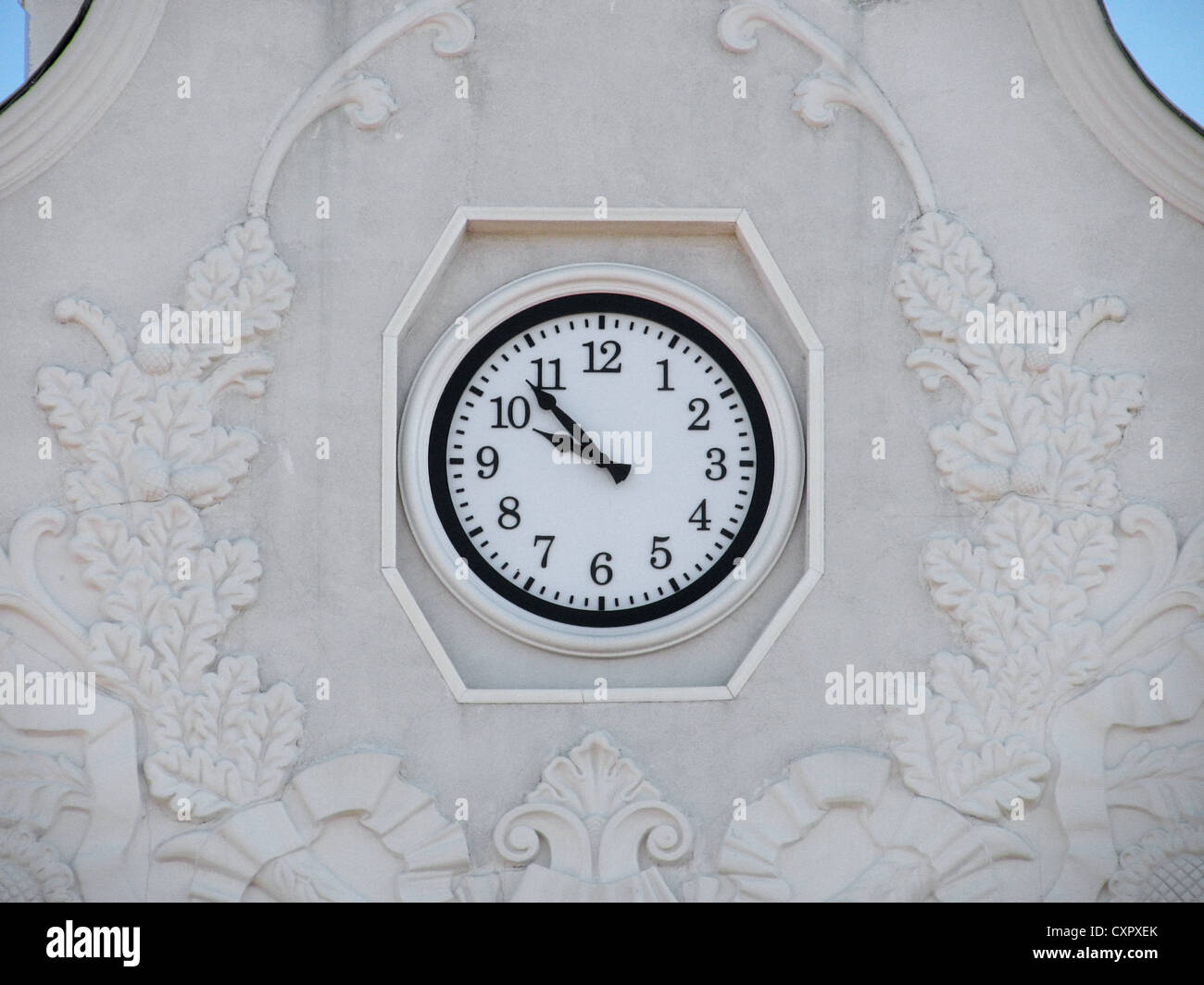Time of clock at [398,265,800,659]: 9:53
